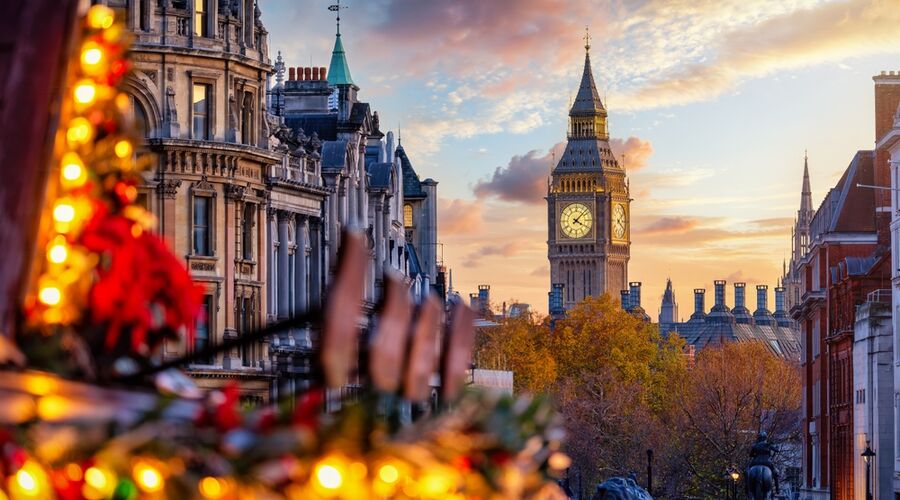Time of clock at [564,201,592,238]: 4:07
